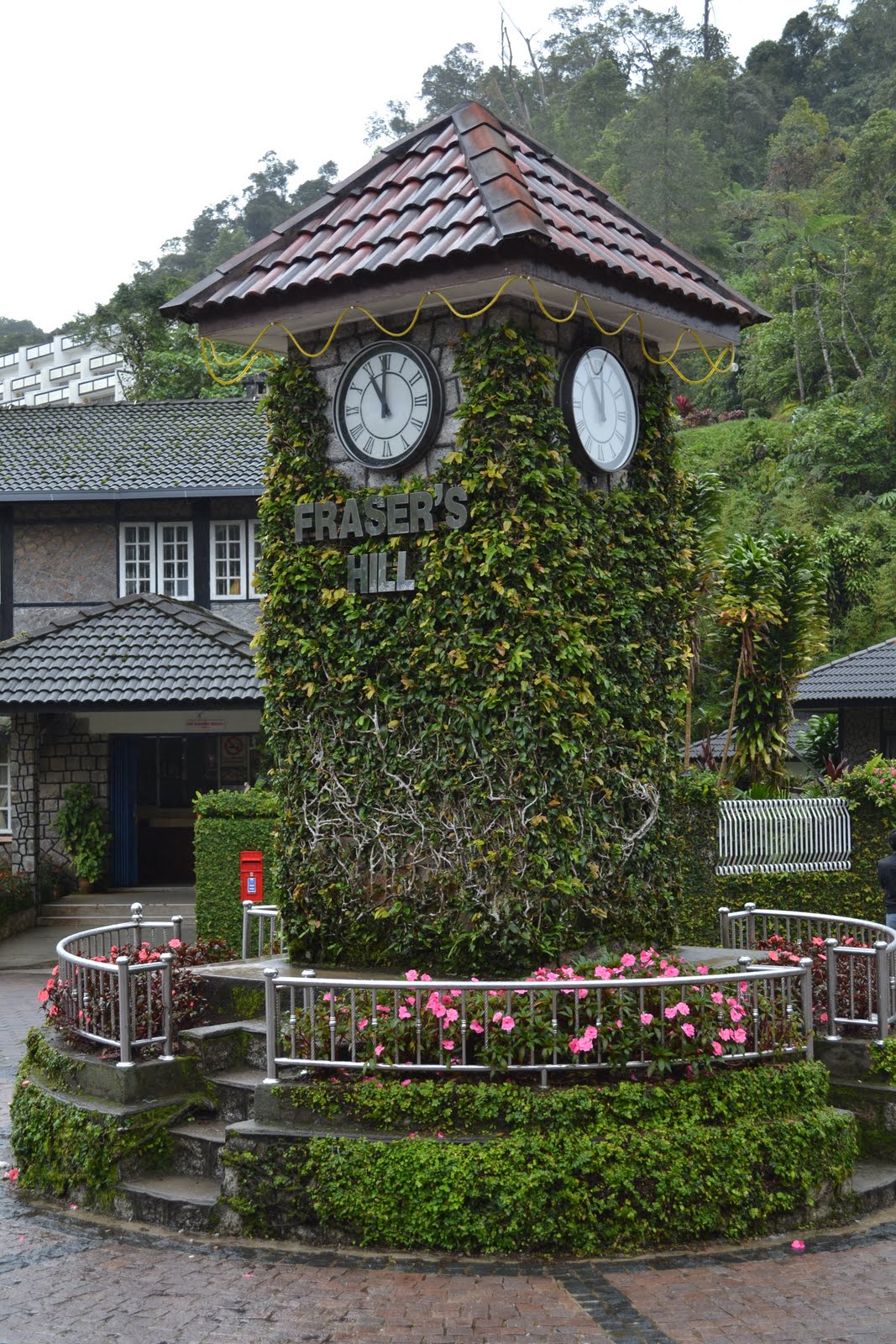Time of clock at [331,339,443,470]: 11:00
